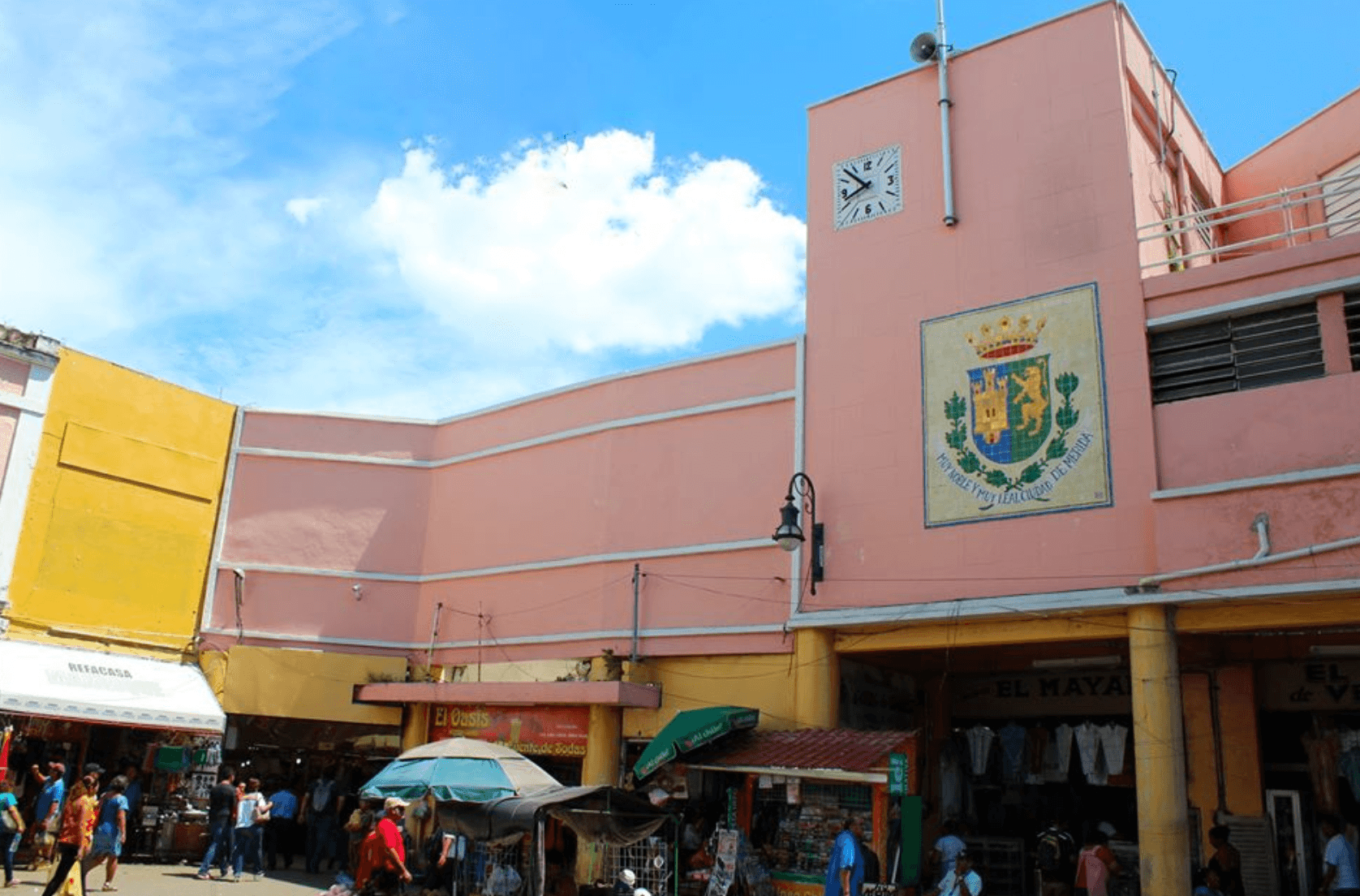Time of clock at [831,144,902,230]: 7:52
